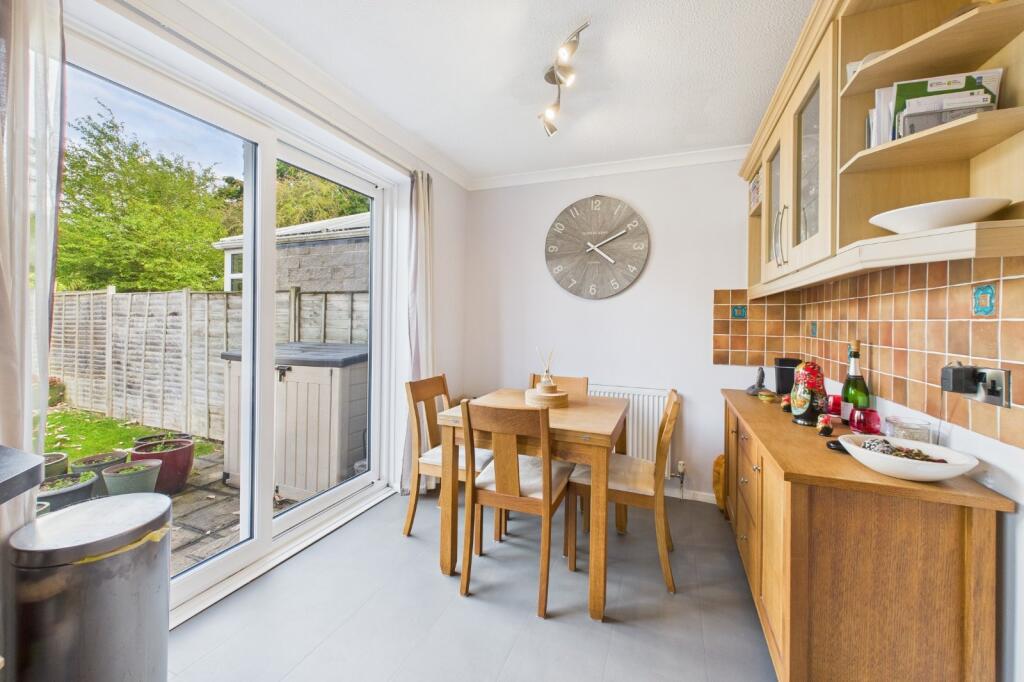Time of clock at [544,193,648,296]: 4:10
